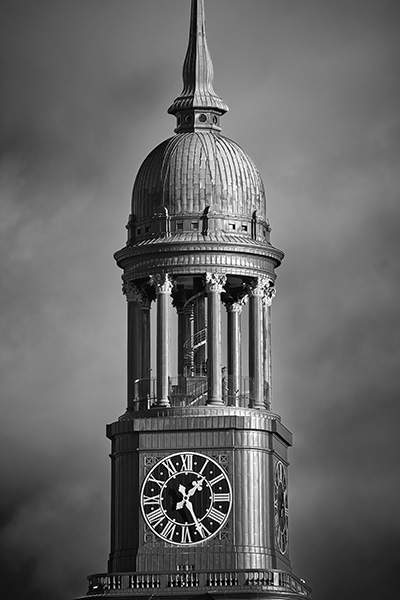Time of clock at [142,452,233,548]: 1:25
